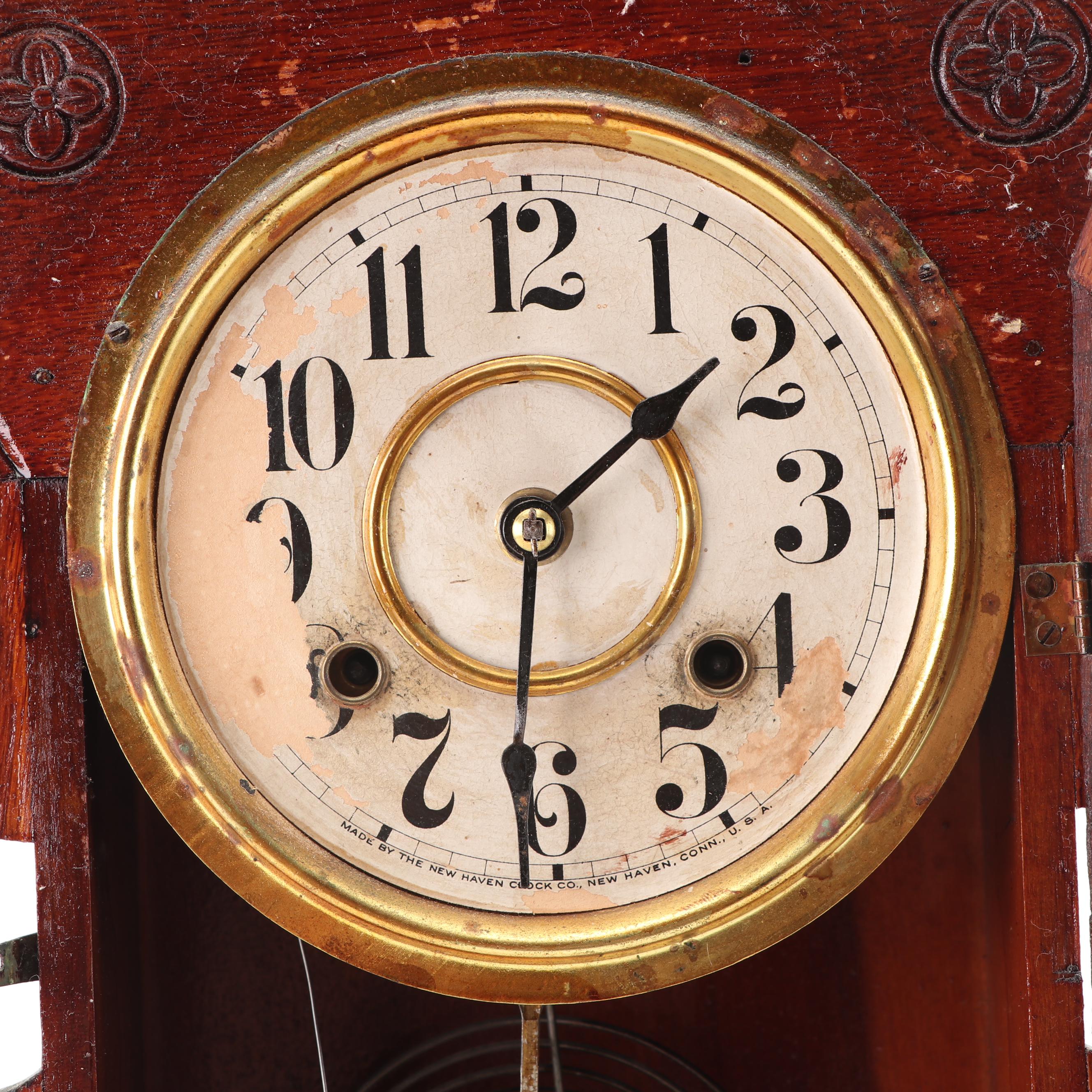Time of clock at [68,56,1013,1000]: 1:31
